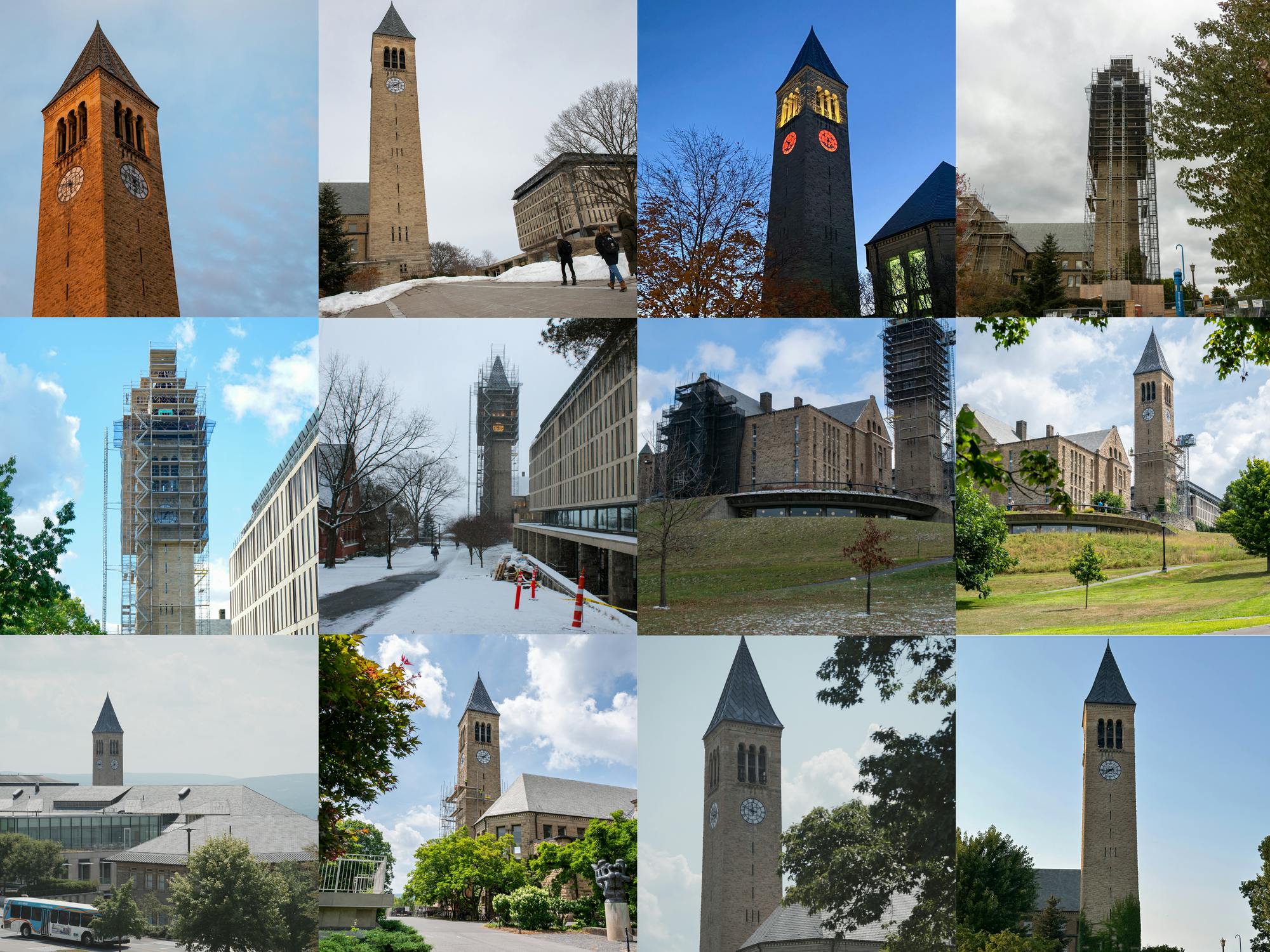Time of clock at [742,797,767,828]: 11:48
